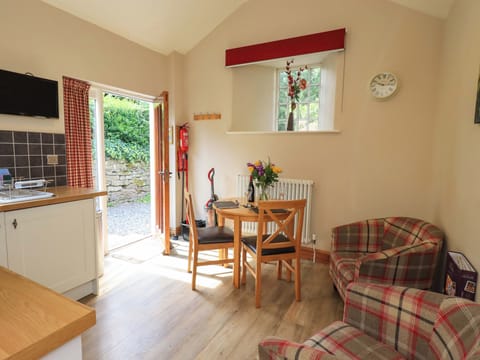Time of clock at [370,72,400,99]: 2:48
